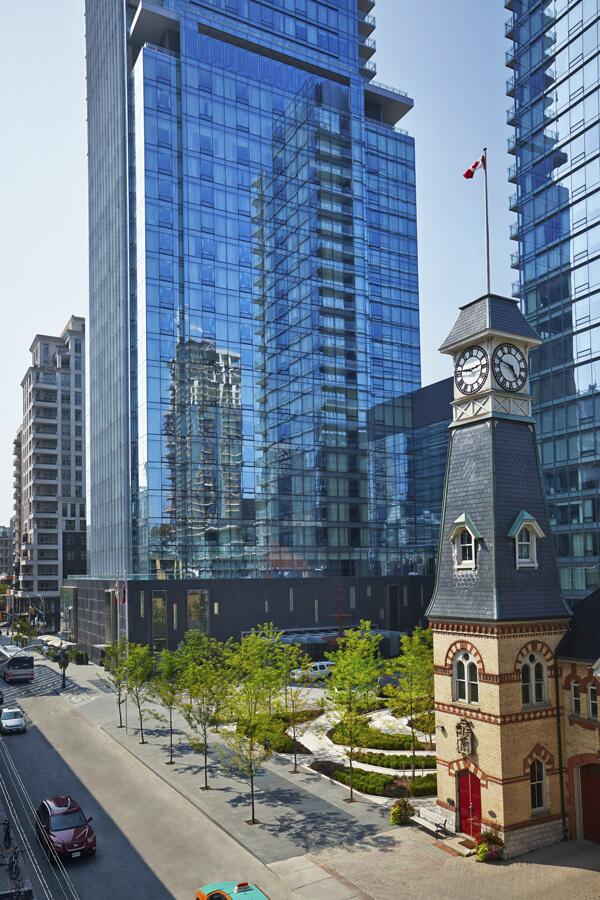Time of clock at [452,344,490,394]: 2:46
